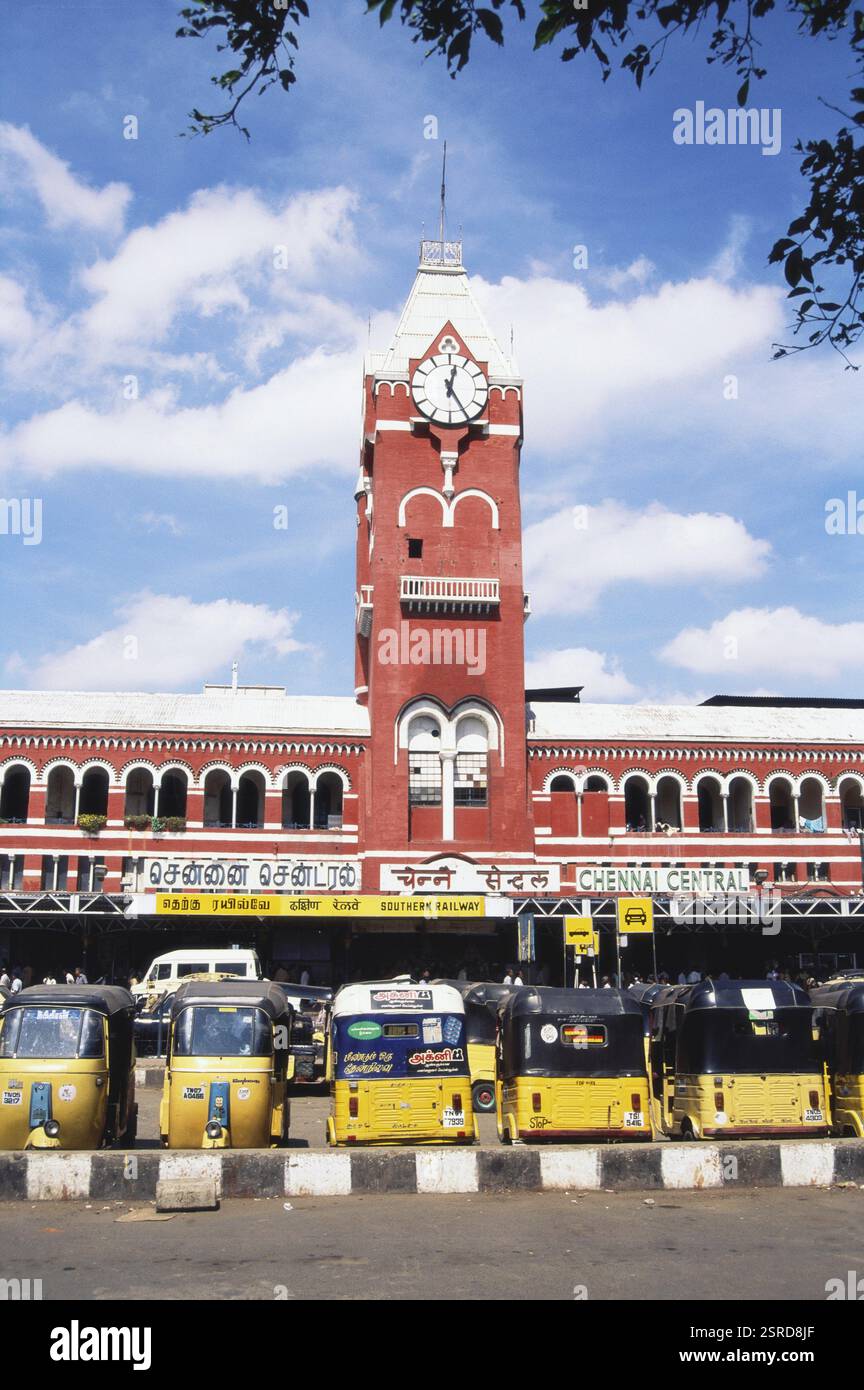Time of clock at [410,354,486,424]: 12:24
